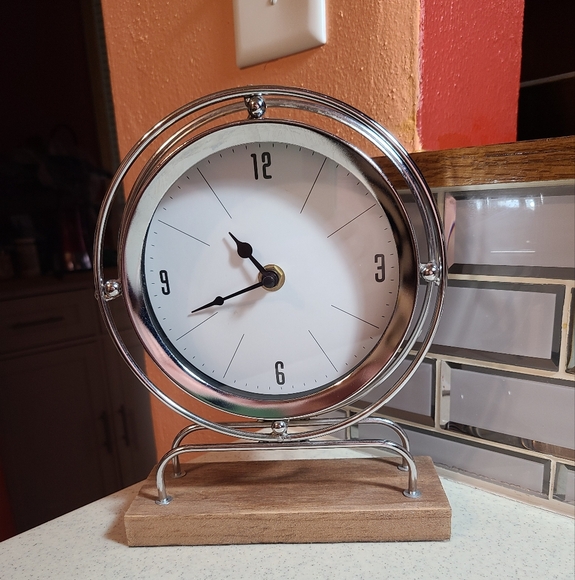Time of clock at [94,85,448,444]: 10:41
